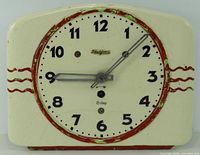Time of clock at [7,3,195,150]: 9:07
